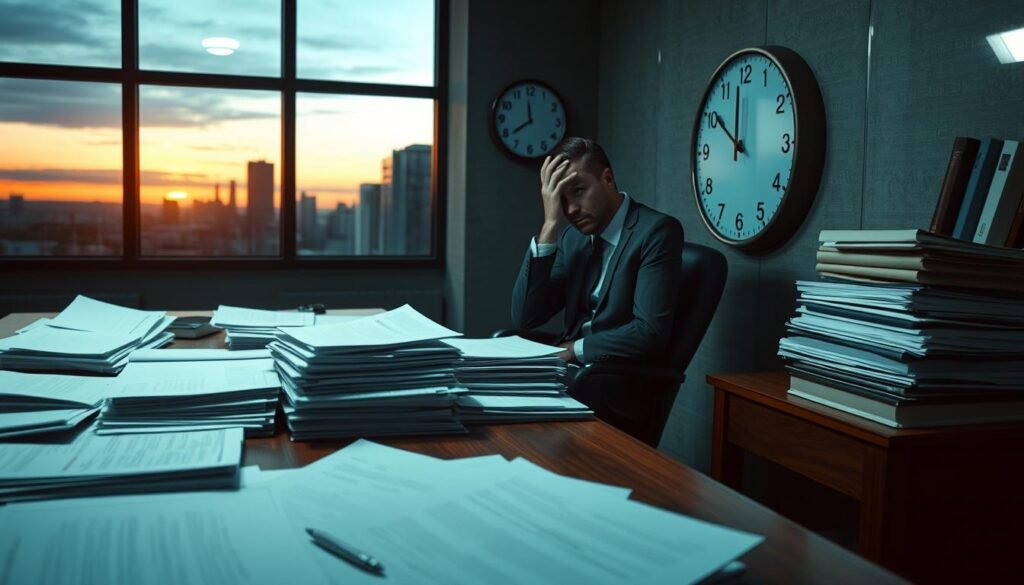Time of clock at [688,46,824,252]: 11:50
